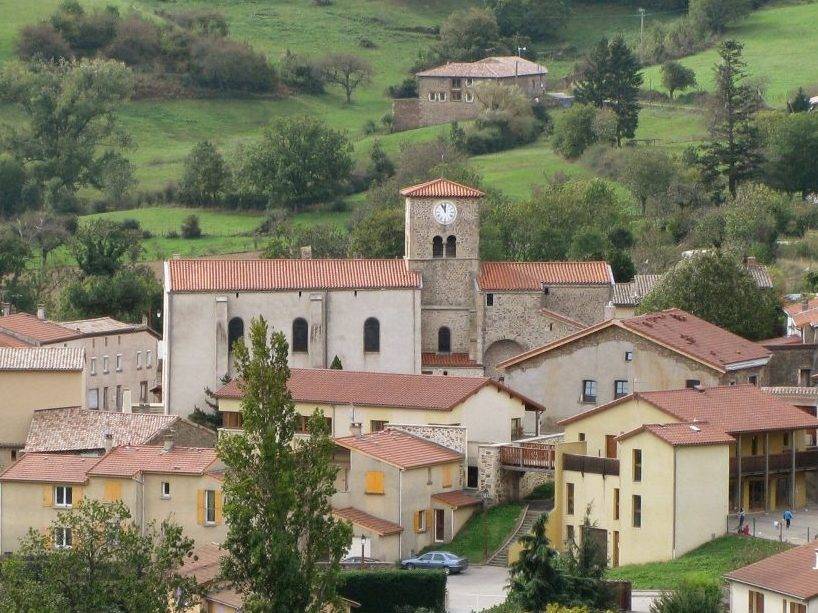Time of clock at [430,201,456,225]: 11:55
